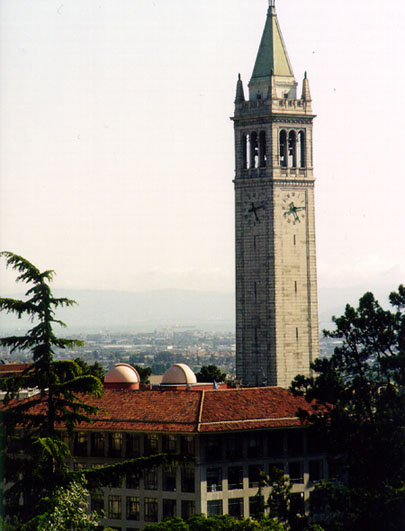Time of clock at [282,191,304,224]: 5:14
